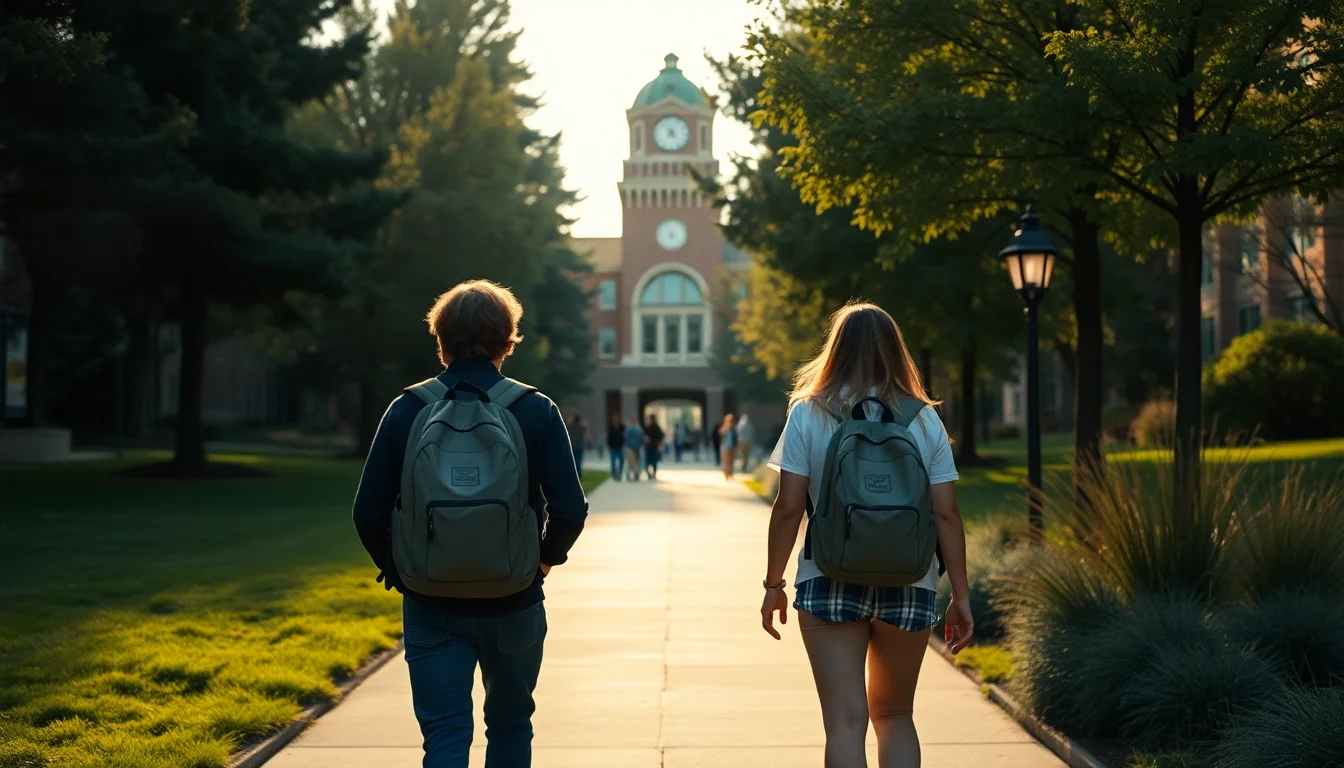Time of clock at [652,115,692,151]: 4:35
